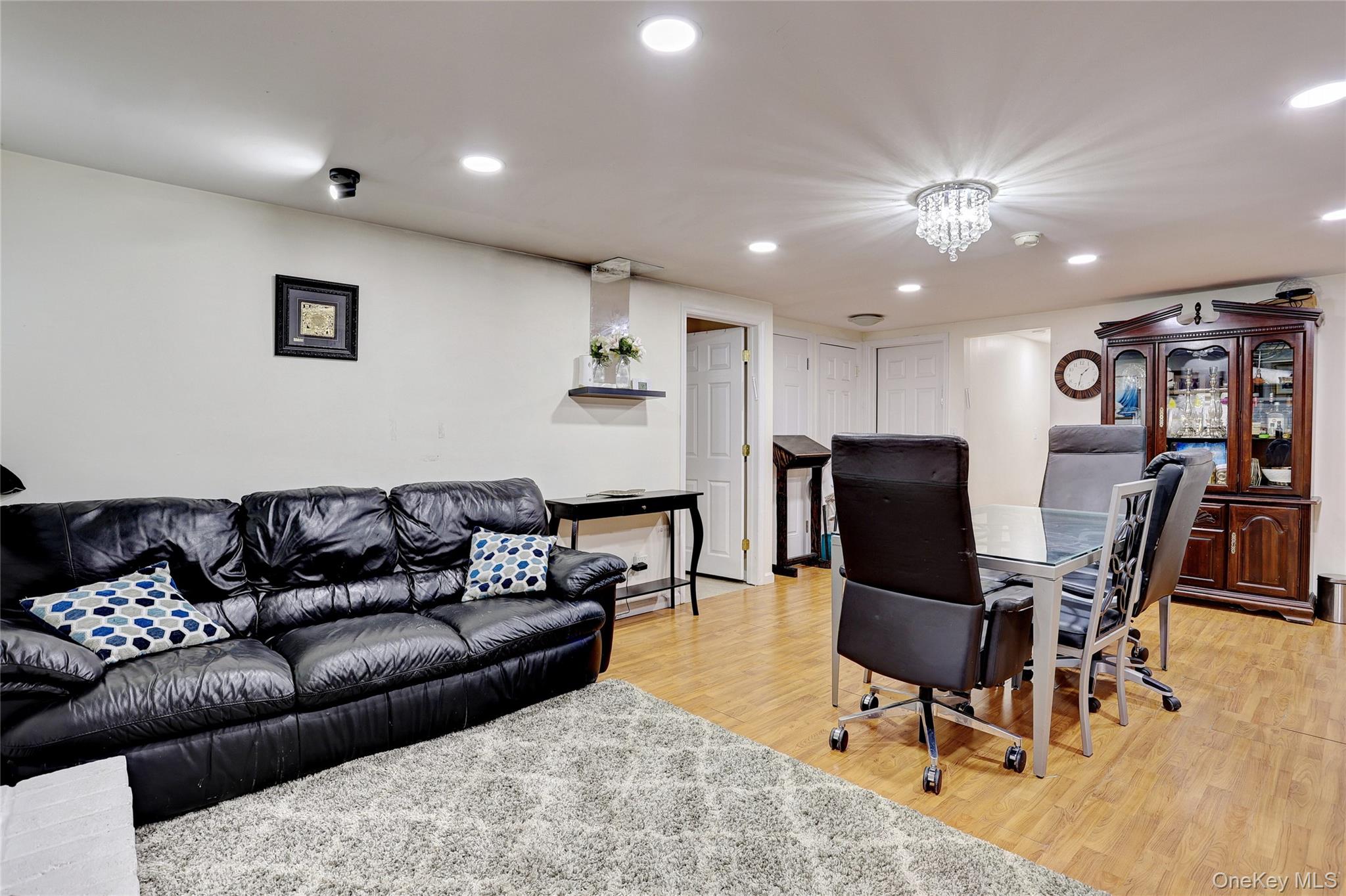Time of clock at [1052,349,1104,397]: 1:32
